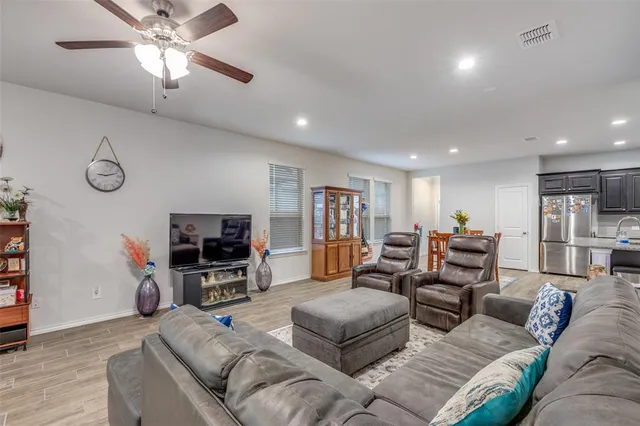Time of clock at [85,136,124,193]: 9:12
